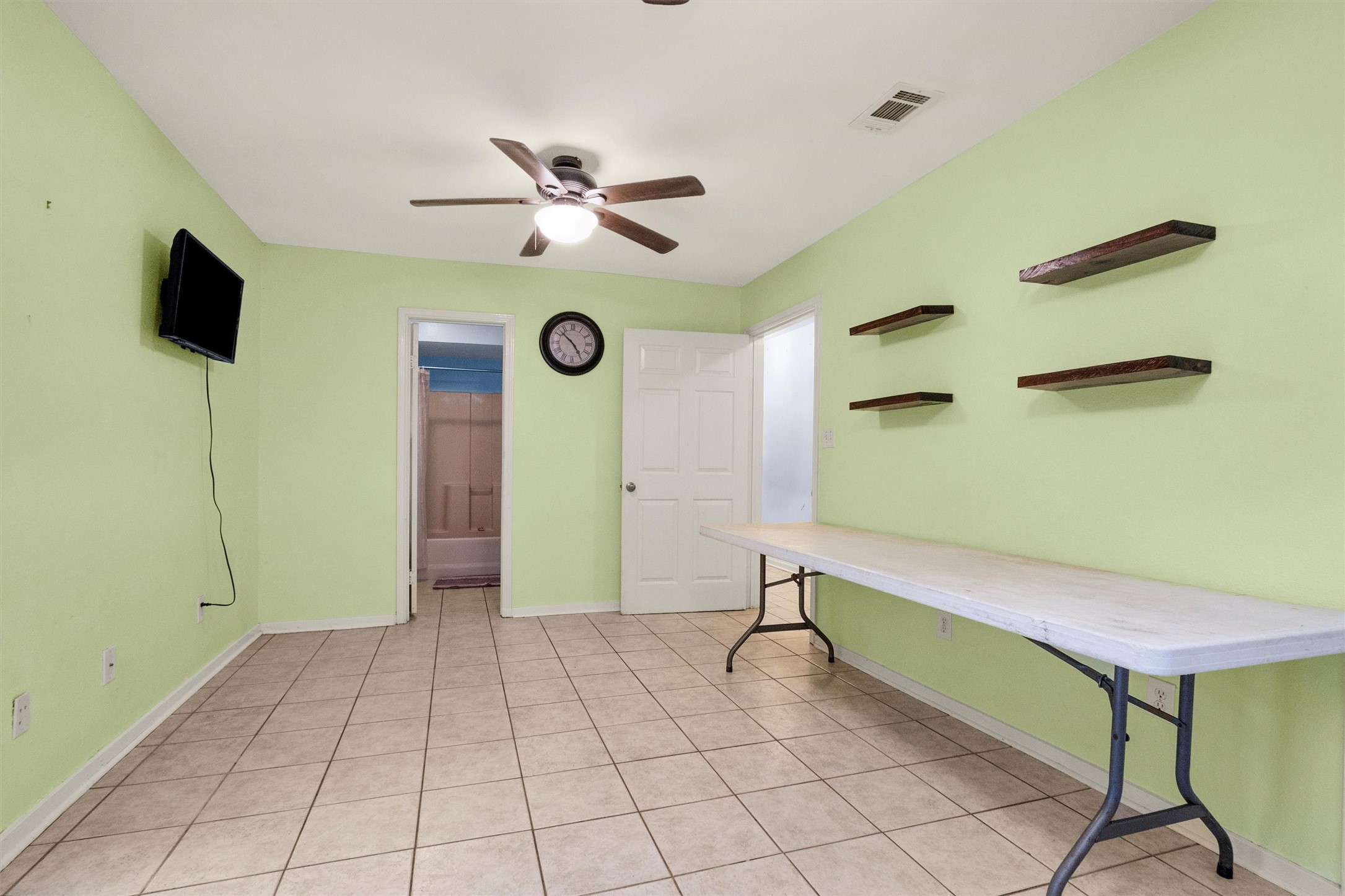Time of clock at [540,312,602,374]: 4:52
